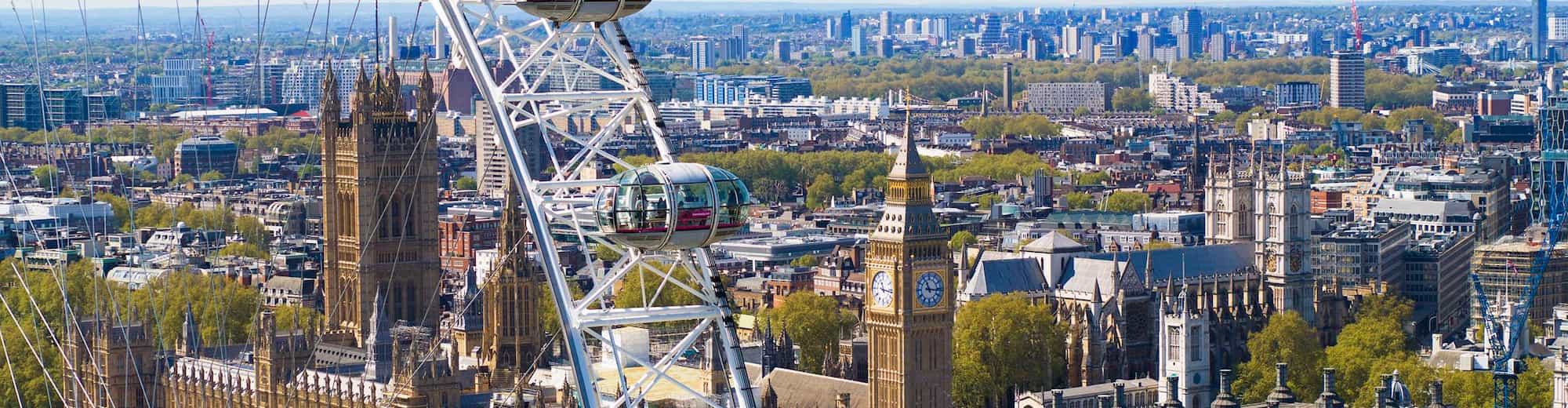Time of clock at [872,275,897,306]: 11:16
